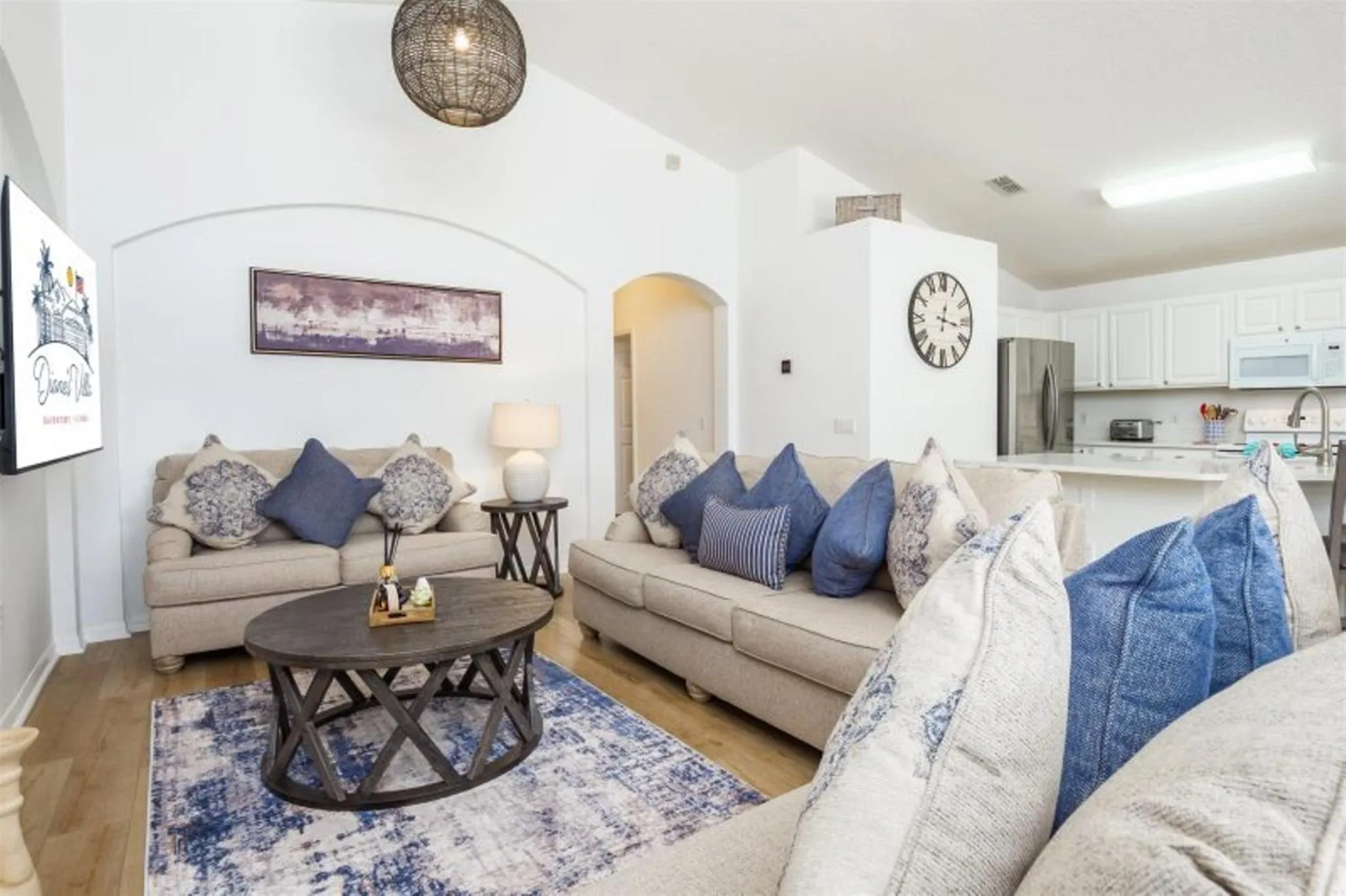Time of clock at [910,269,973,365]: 12:16
